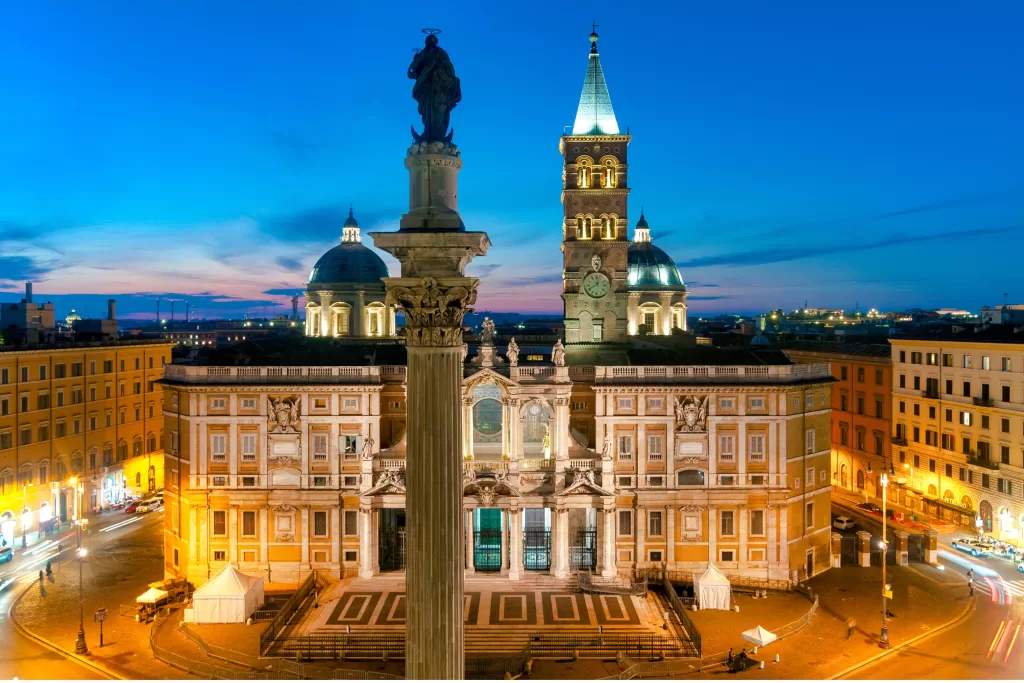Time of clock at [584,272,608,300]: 12:39
